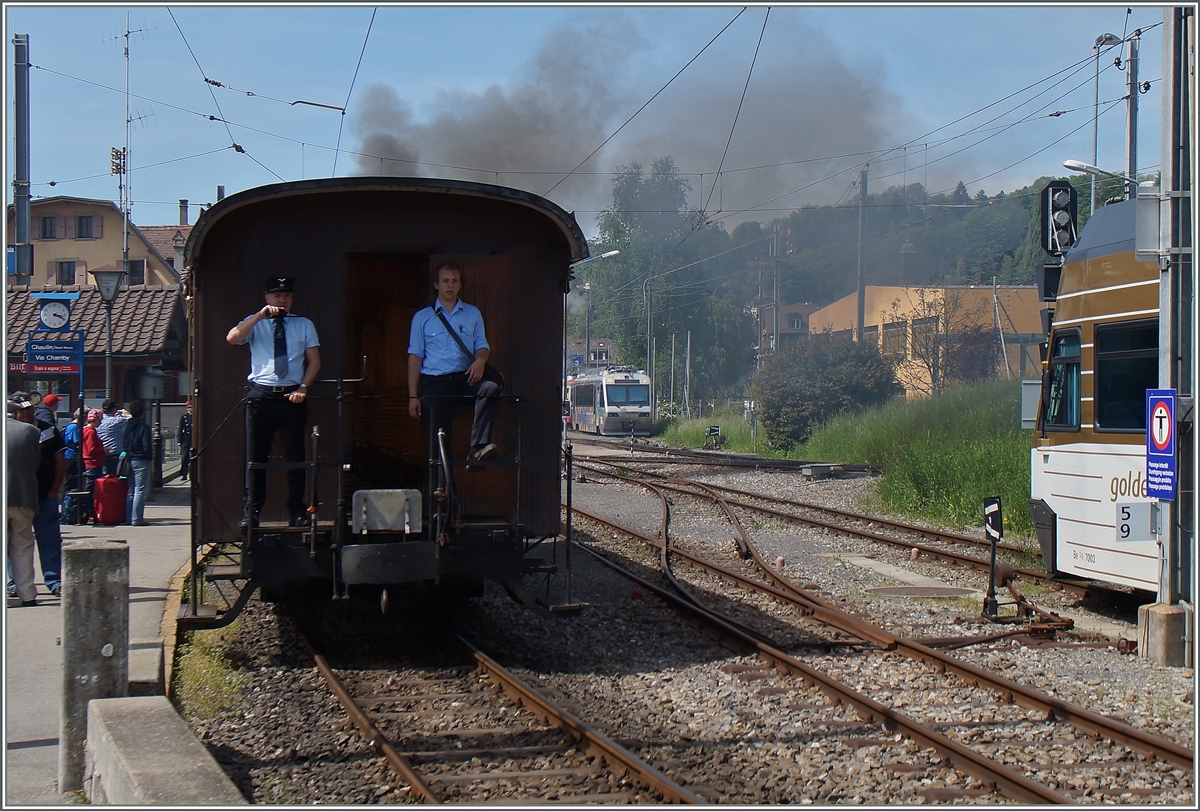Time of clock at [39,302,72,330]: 3:19
